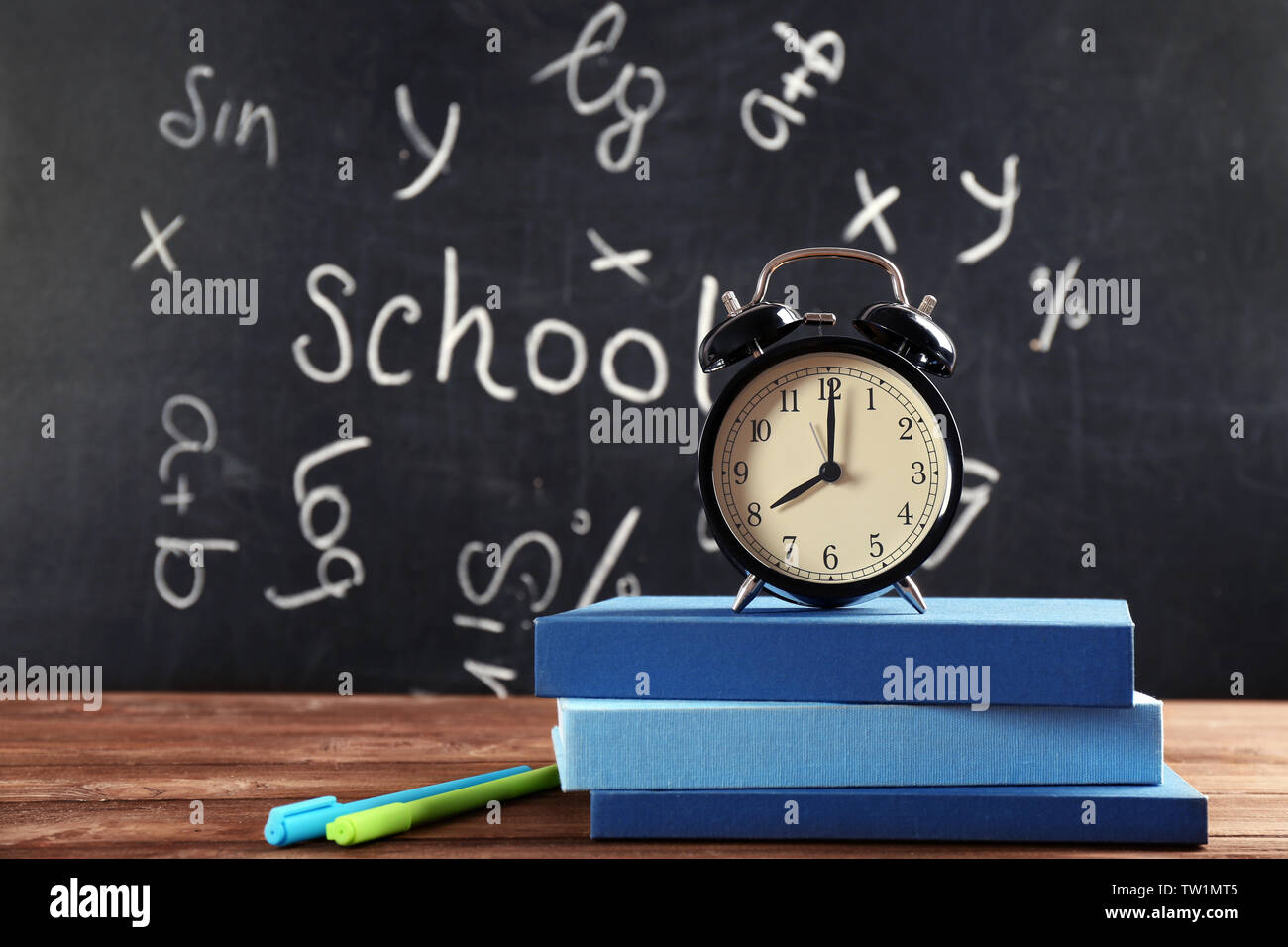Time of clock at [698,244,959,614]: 8:00
